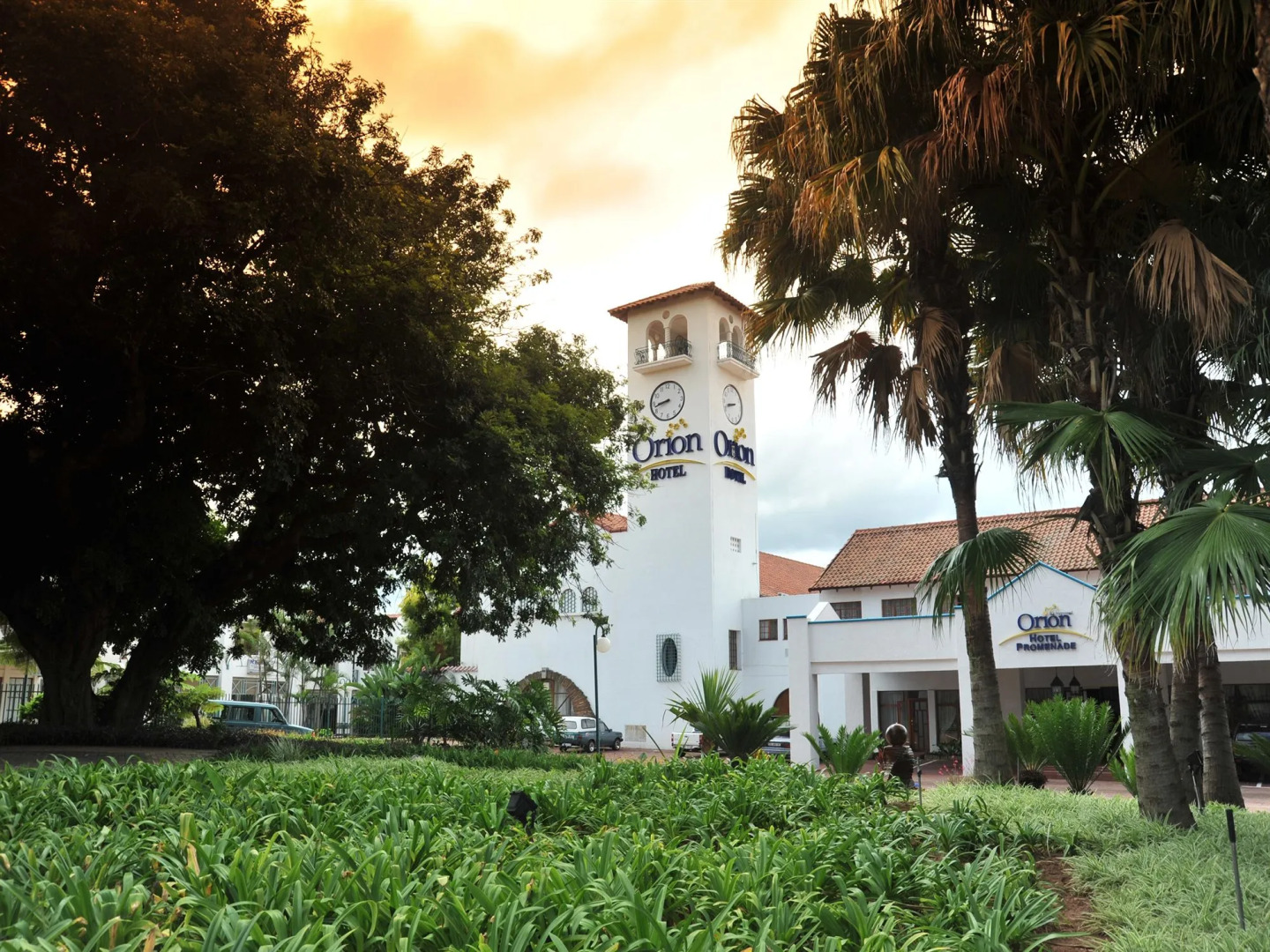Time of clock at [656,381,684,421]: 8:42
